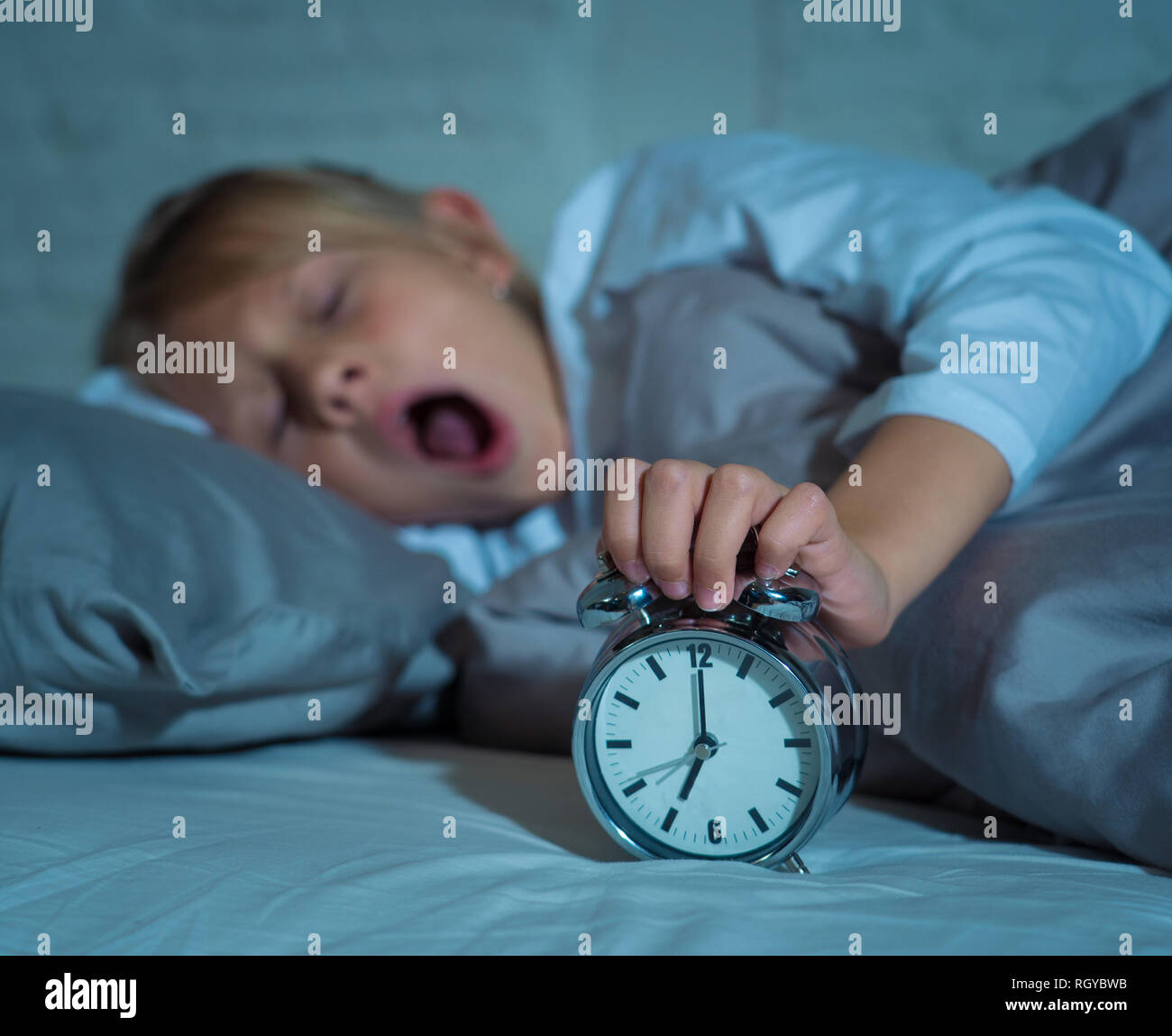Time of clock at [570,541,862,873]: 7:00
